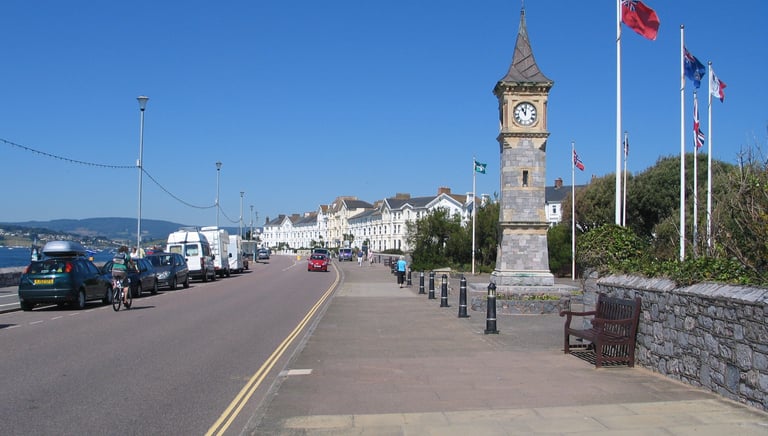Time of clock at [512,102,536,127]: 11:01
